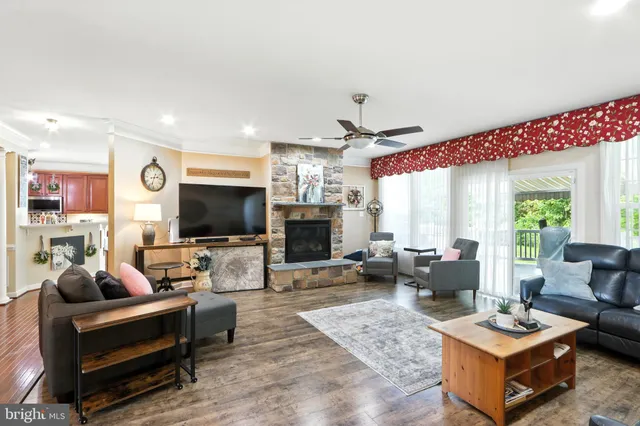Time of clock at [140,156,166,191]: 2:32
